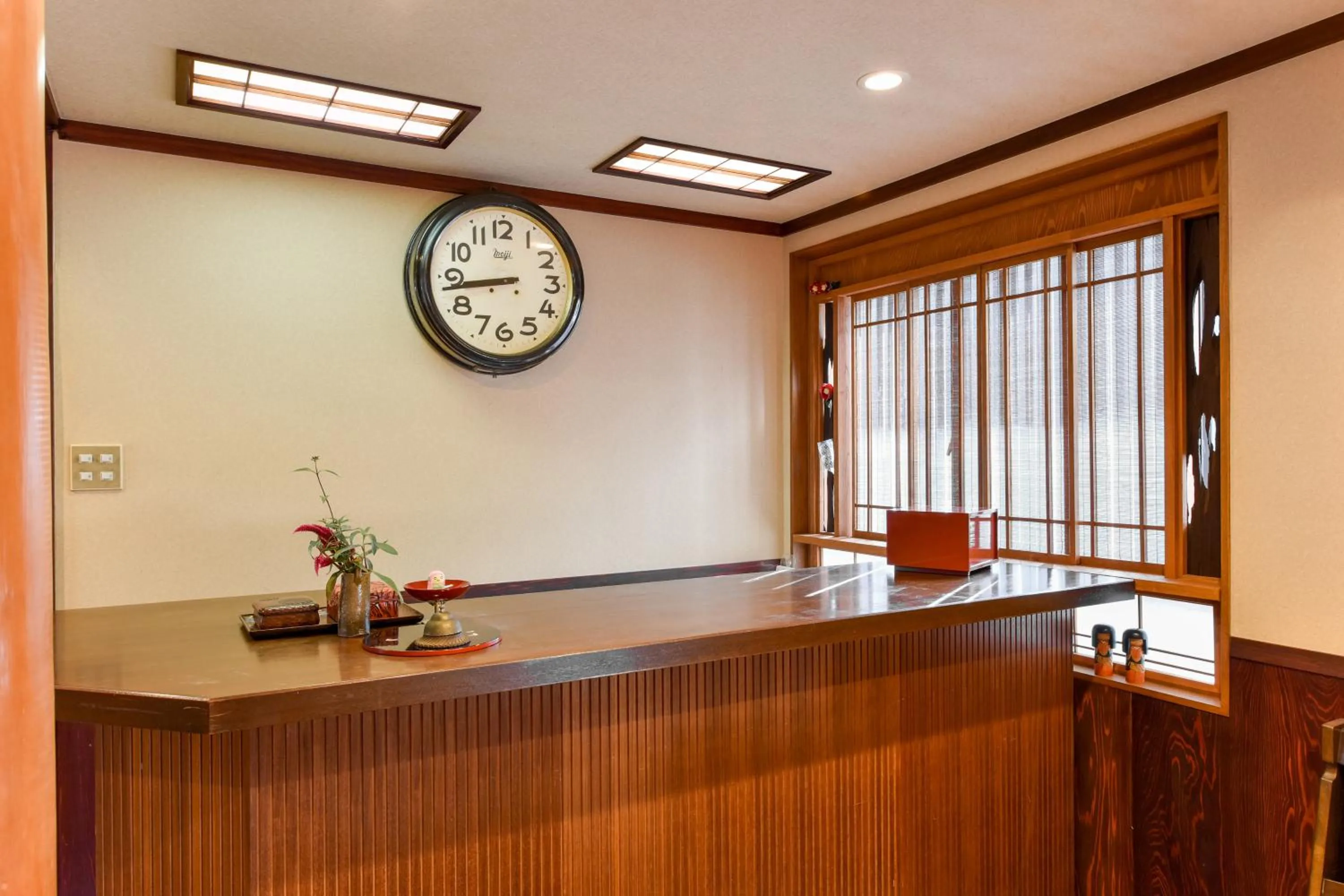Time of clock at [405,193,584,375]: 8:43
